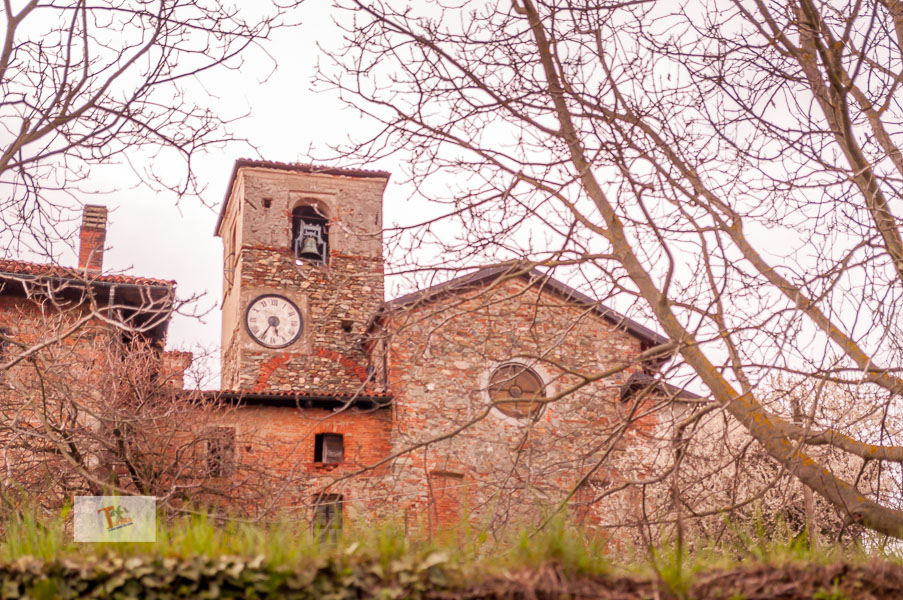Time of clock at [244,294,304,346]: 5:35
